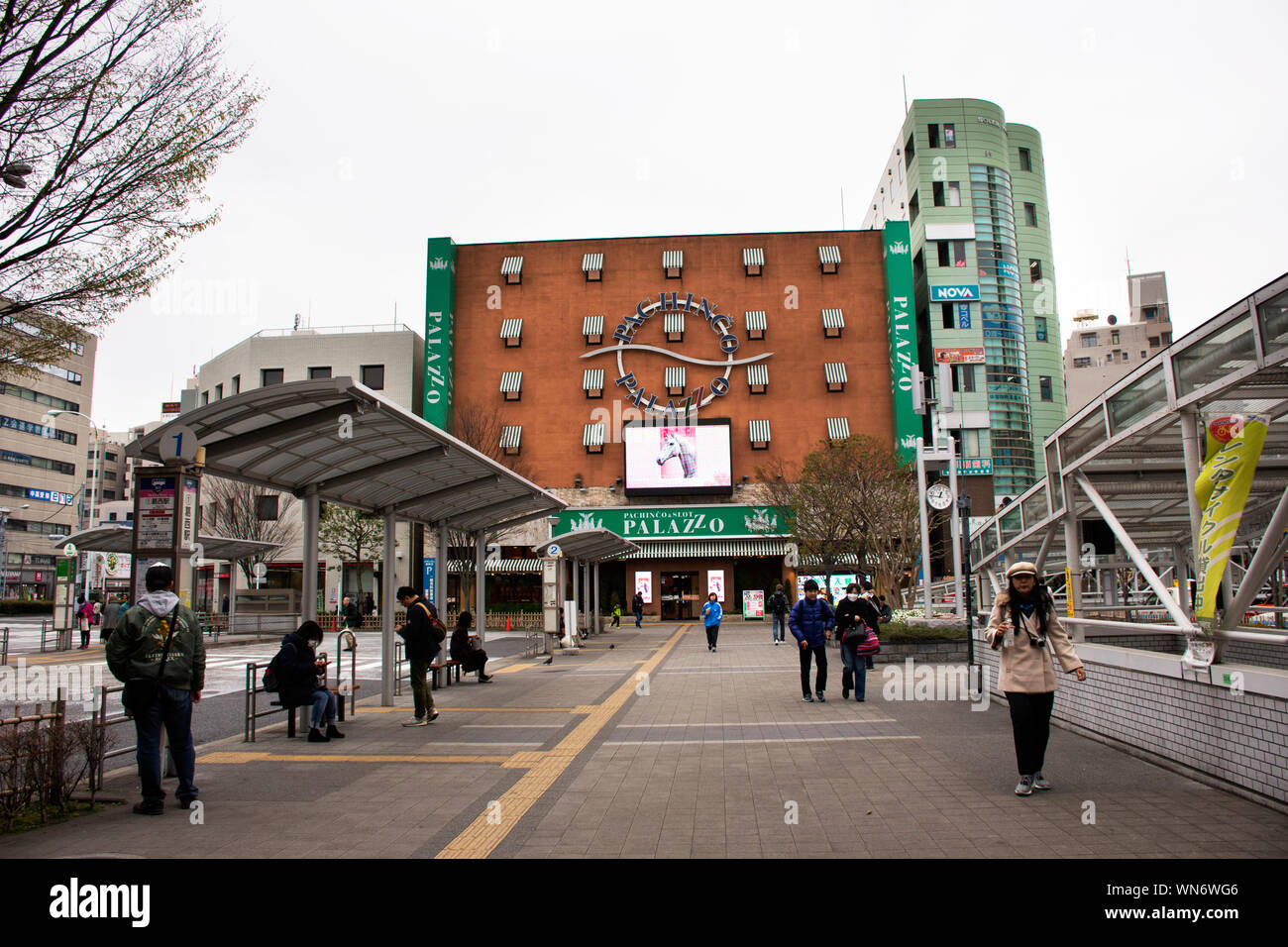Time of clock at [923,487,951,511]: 12:46
